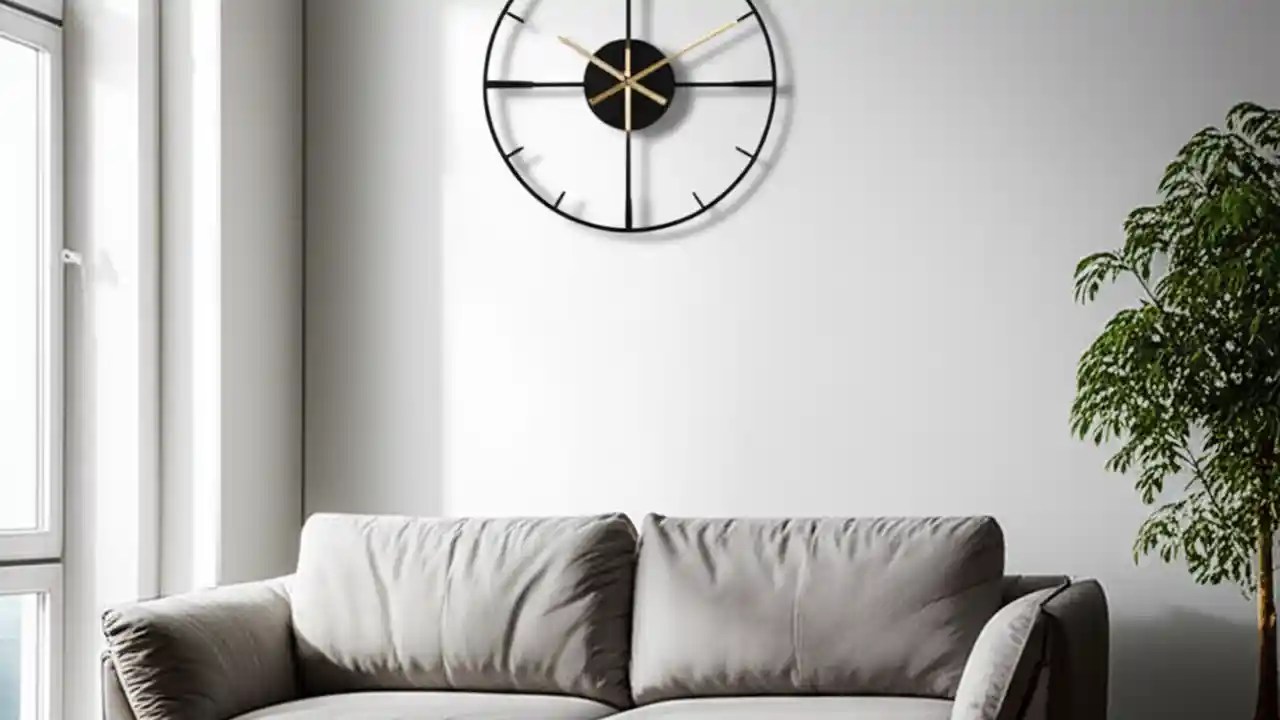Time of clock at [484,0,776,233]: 10:14
